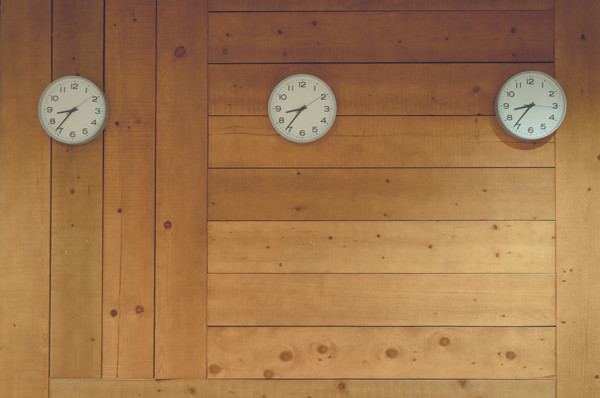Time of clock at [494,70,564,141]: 8:36
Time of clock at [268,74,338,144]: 8:36
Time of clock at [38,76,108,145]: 8:36
